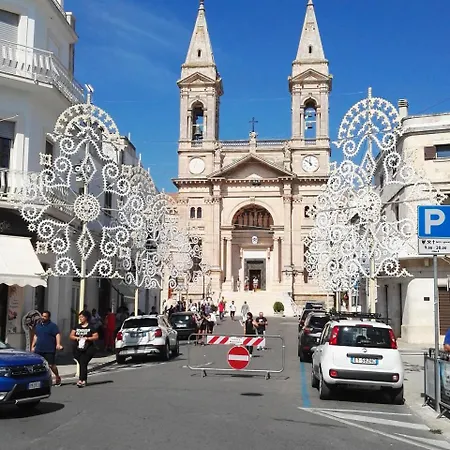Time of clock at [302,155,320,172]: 11:51
